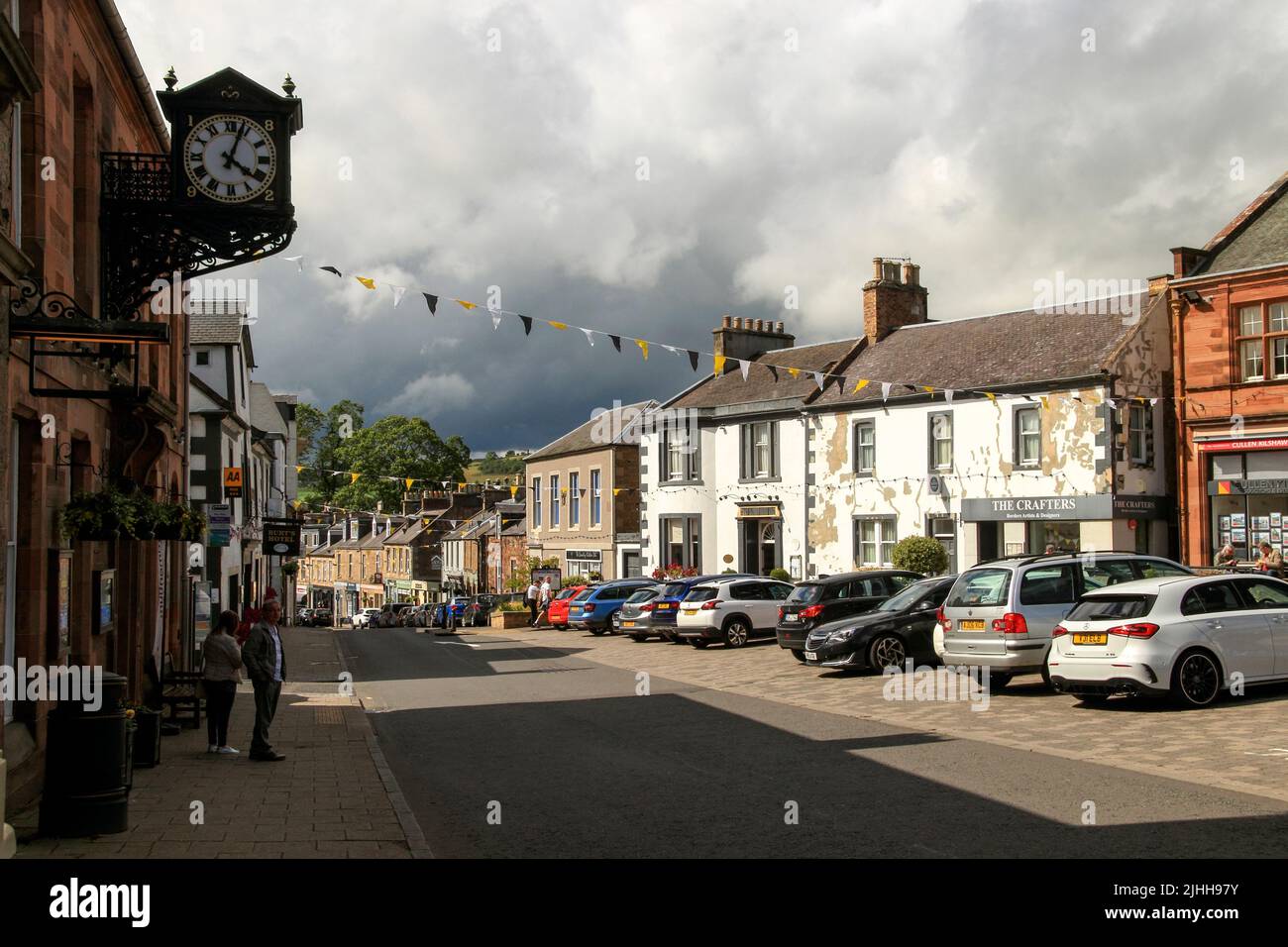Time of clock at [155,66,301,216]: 4:03
